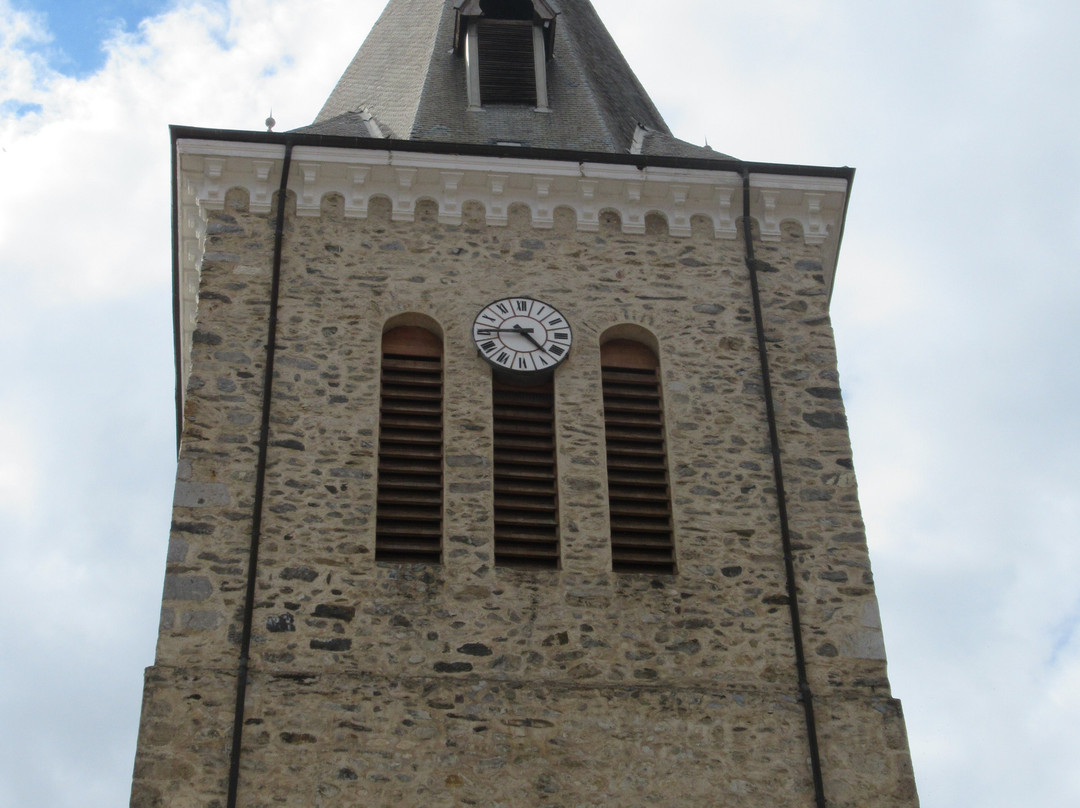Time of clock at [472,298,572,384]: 4:44
